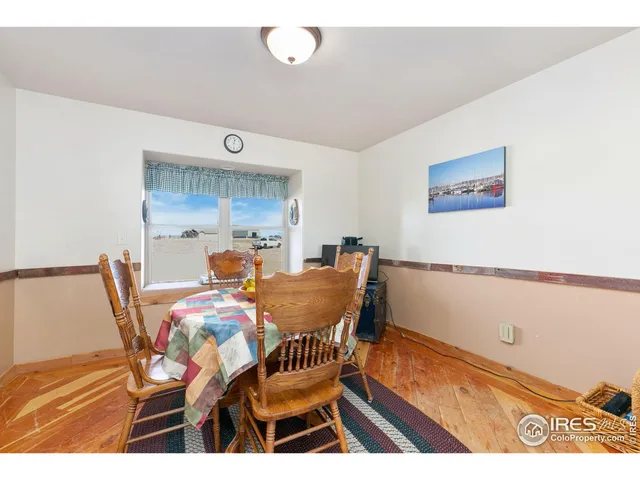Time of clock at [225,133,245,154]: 12:30
